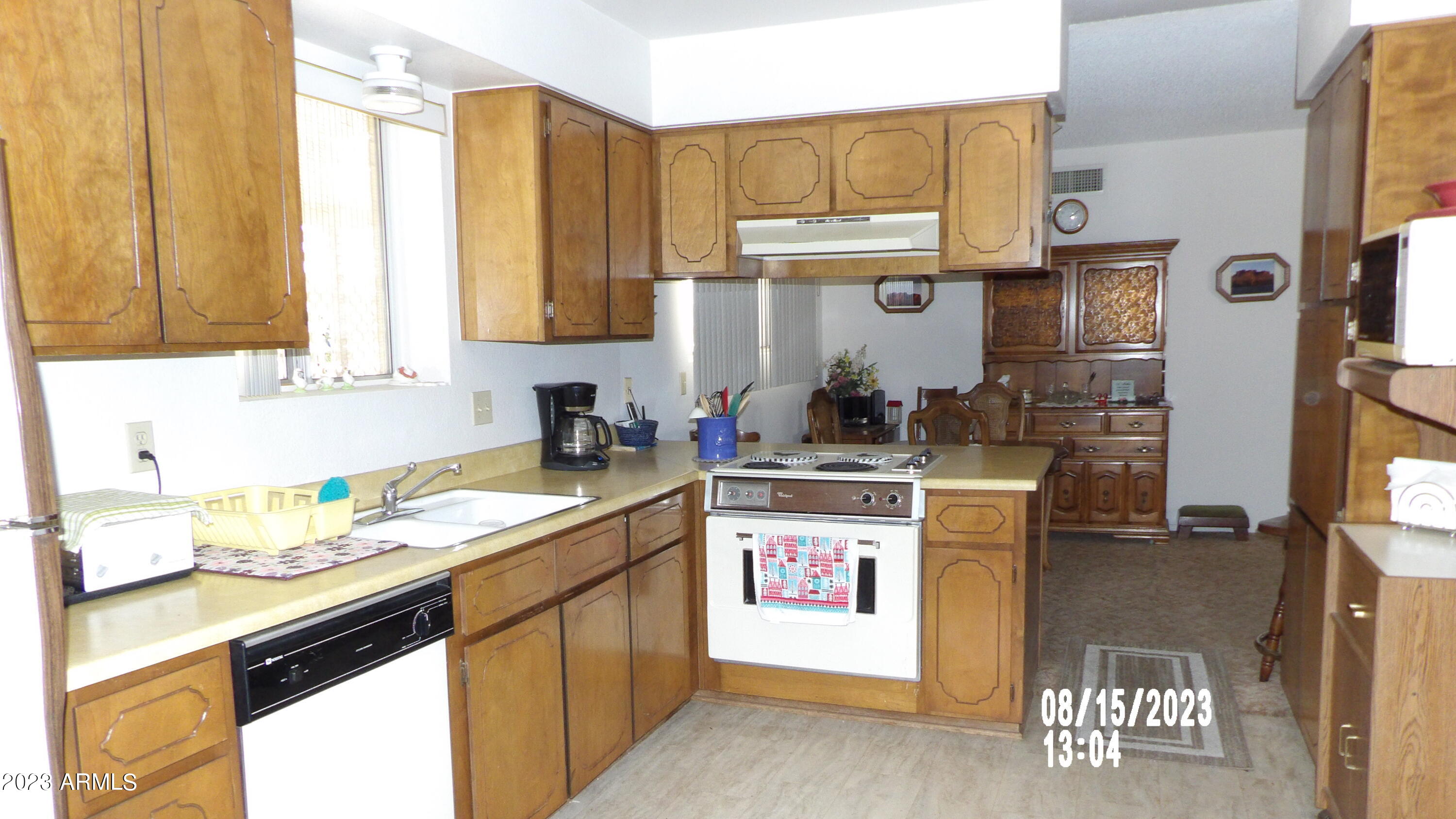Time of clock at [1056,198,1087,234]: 2:09
